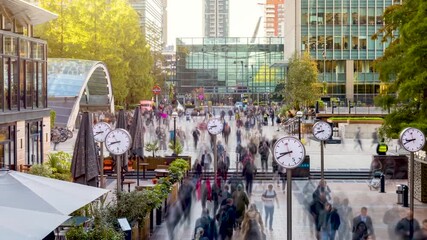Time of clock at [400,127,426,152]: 8:40
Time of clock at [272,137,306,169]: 8:40
